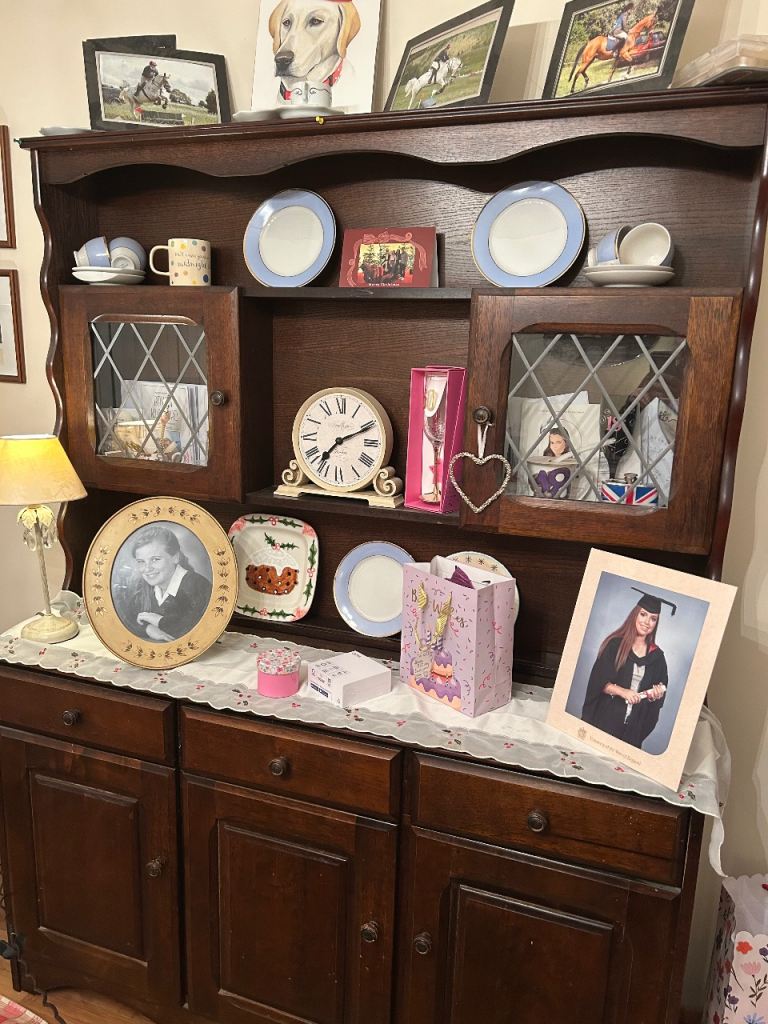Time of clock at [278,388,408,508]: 7:10
